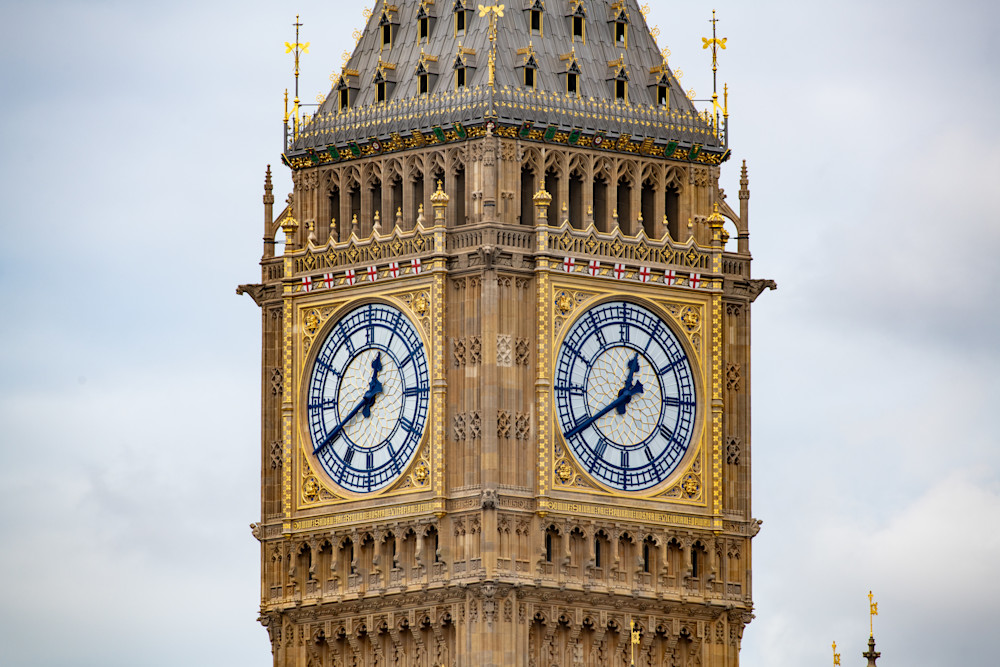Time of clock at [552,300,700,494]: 12:39
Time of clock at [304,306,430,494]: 12:40
